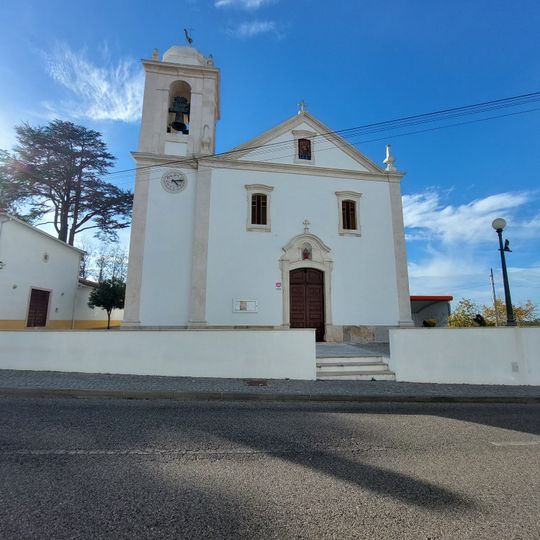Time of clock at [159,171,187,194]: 4:13
